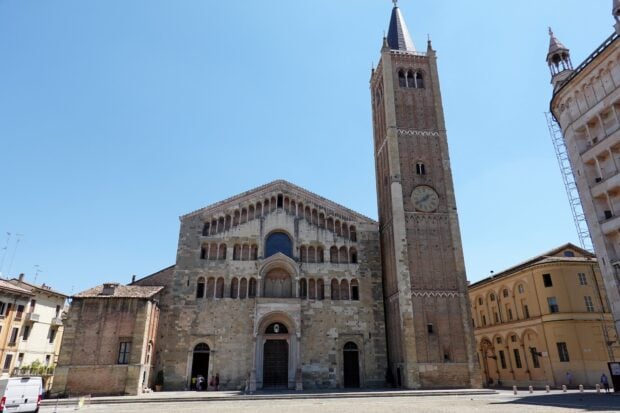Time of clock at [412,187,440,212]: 1:40
